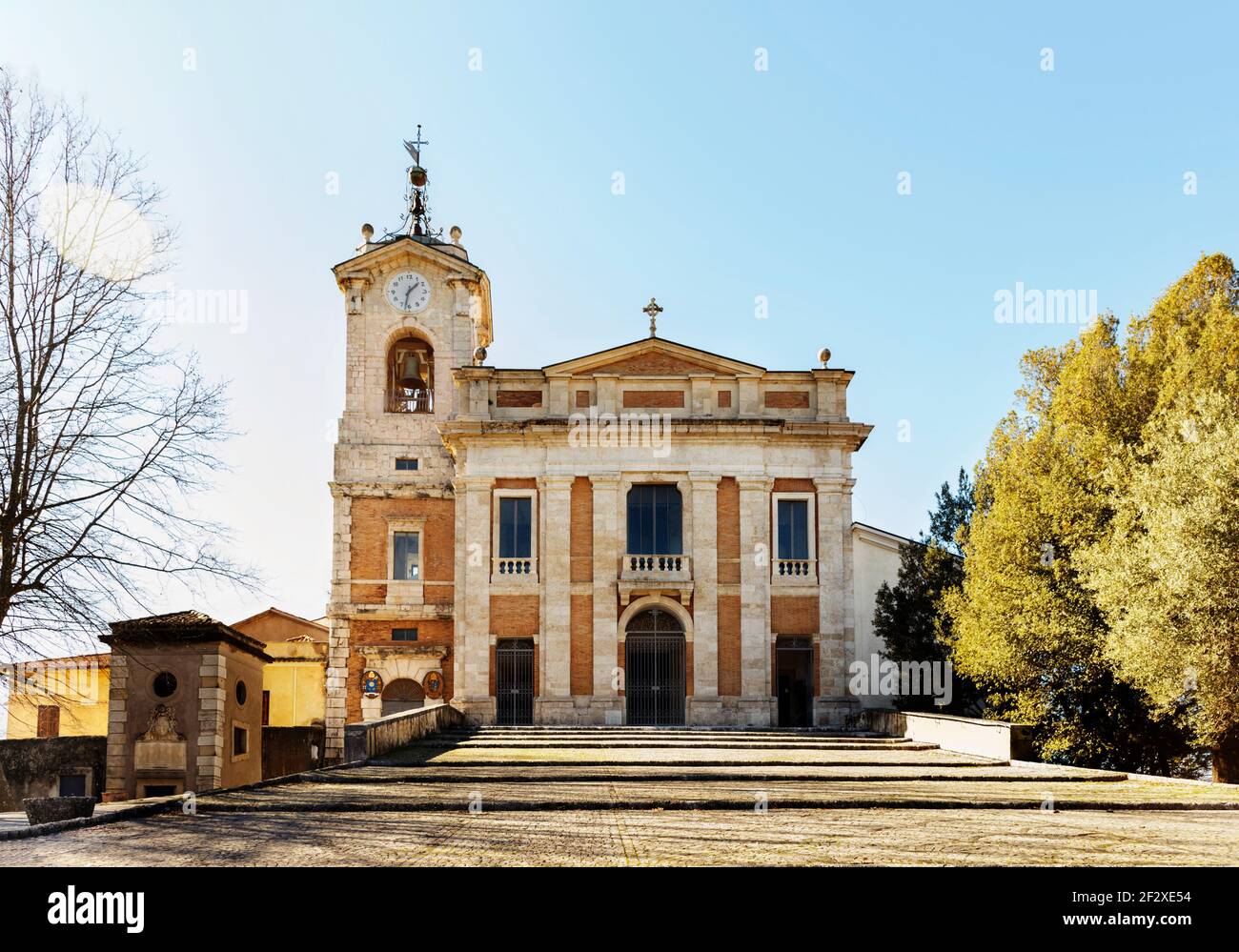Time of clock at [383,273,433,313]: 1:32
